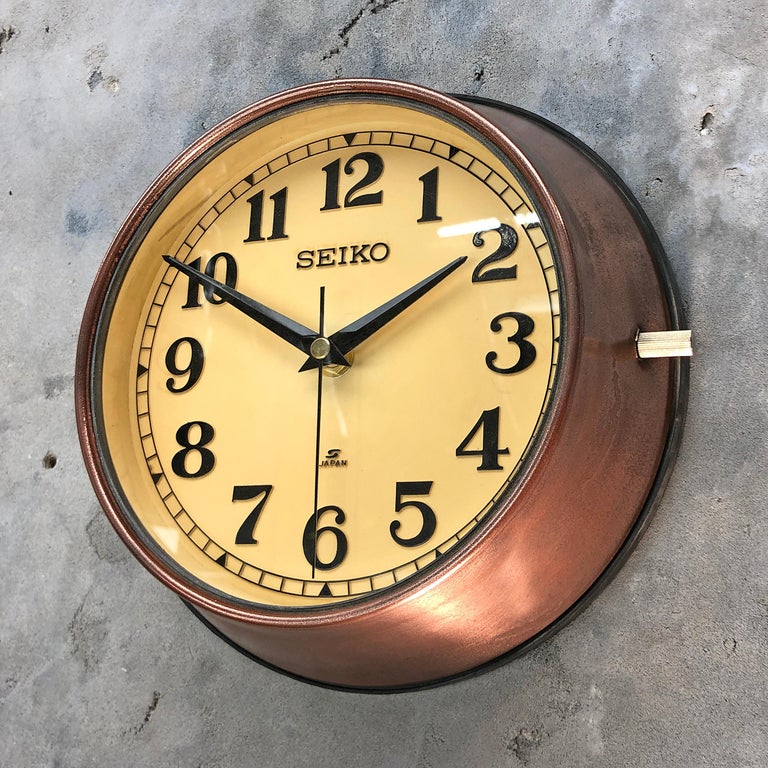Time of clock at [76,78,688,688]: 1:50
